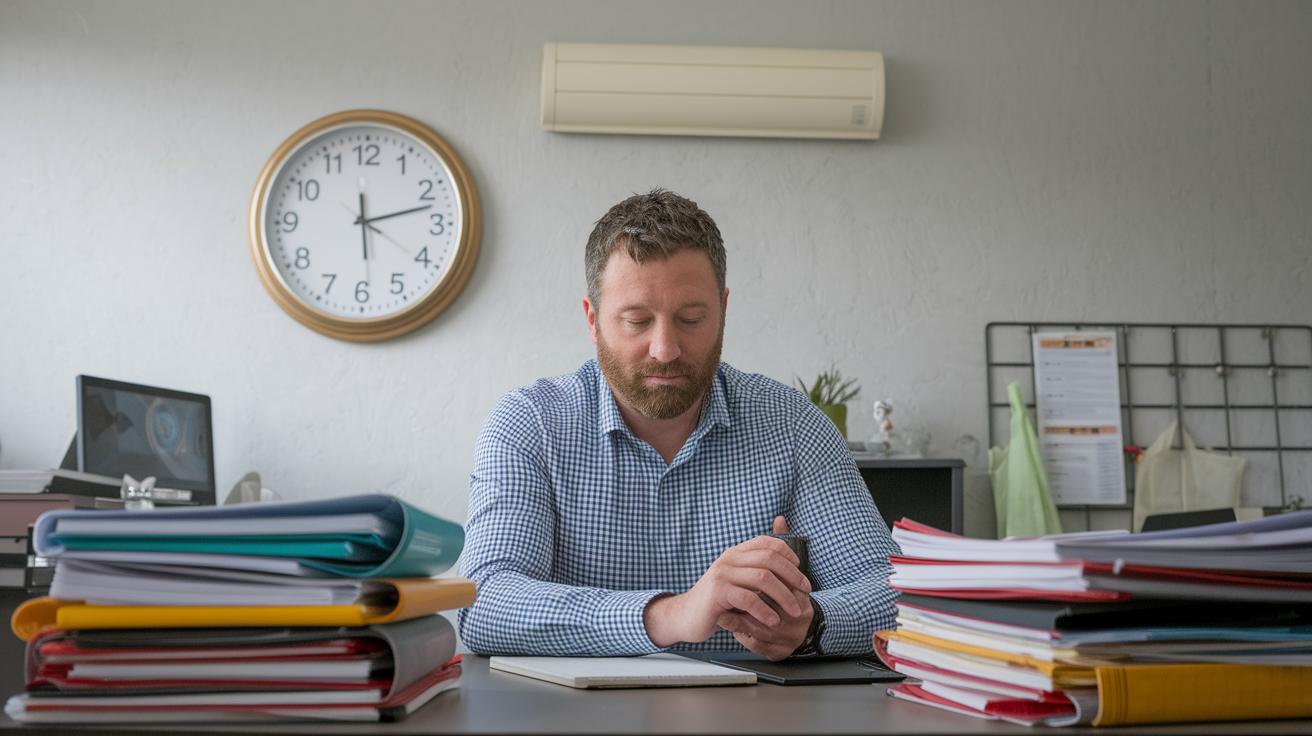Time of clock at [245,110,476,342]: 12:12
